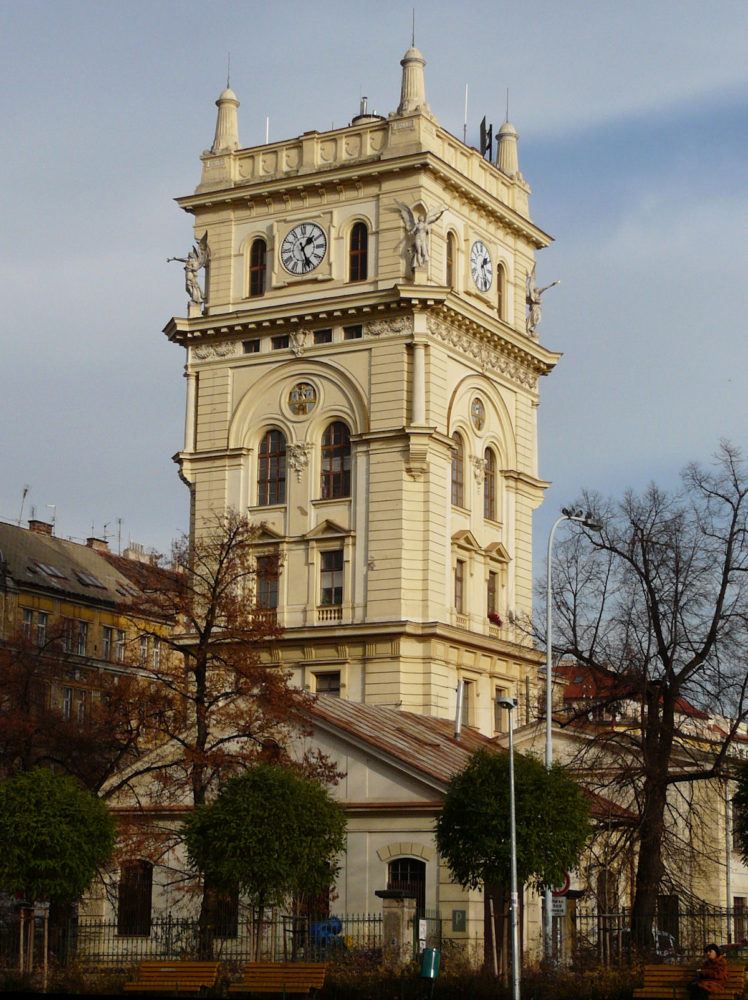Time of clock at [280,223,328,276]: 1:26
